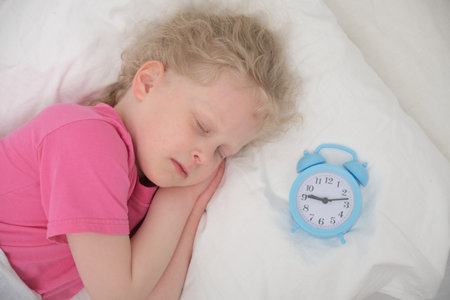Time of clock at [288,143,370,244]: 9:12
